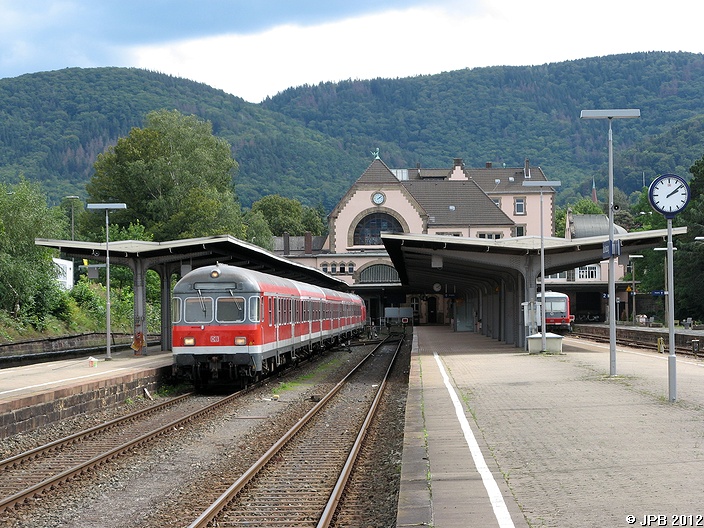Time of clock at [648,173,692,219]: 2:08
